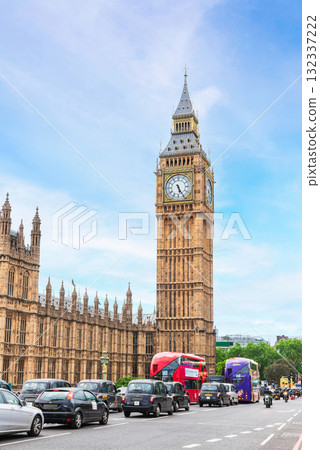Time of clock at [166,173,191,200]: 5:25
